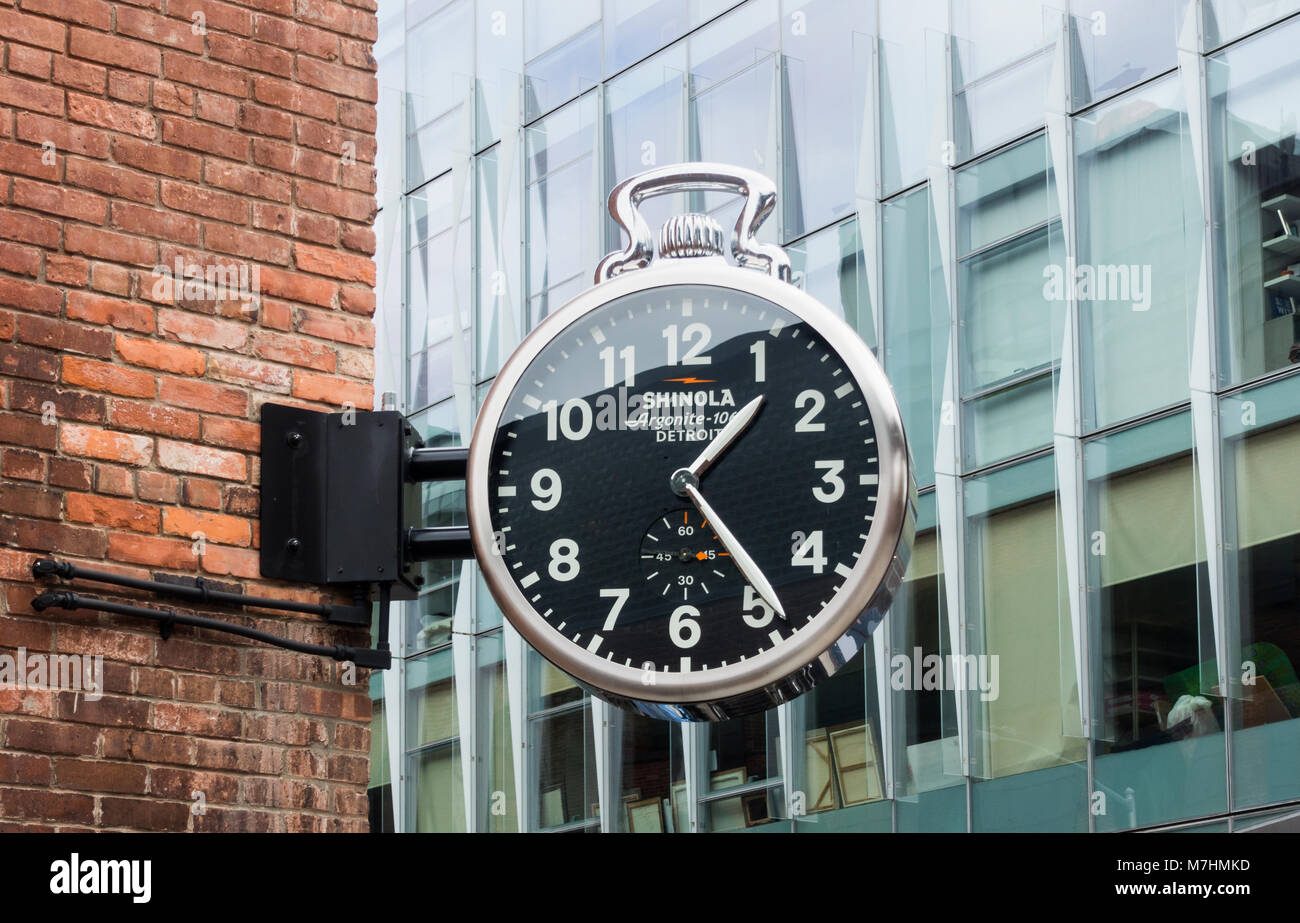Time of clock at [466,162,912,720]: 1:23
